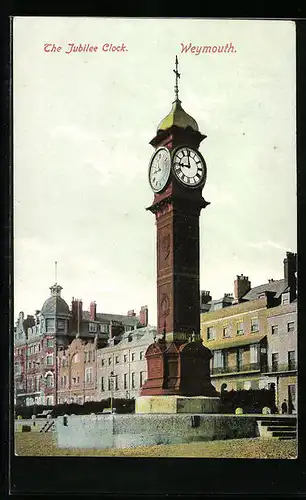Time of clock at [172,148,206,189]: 8:58
